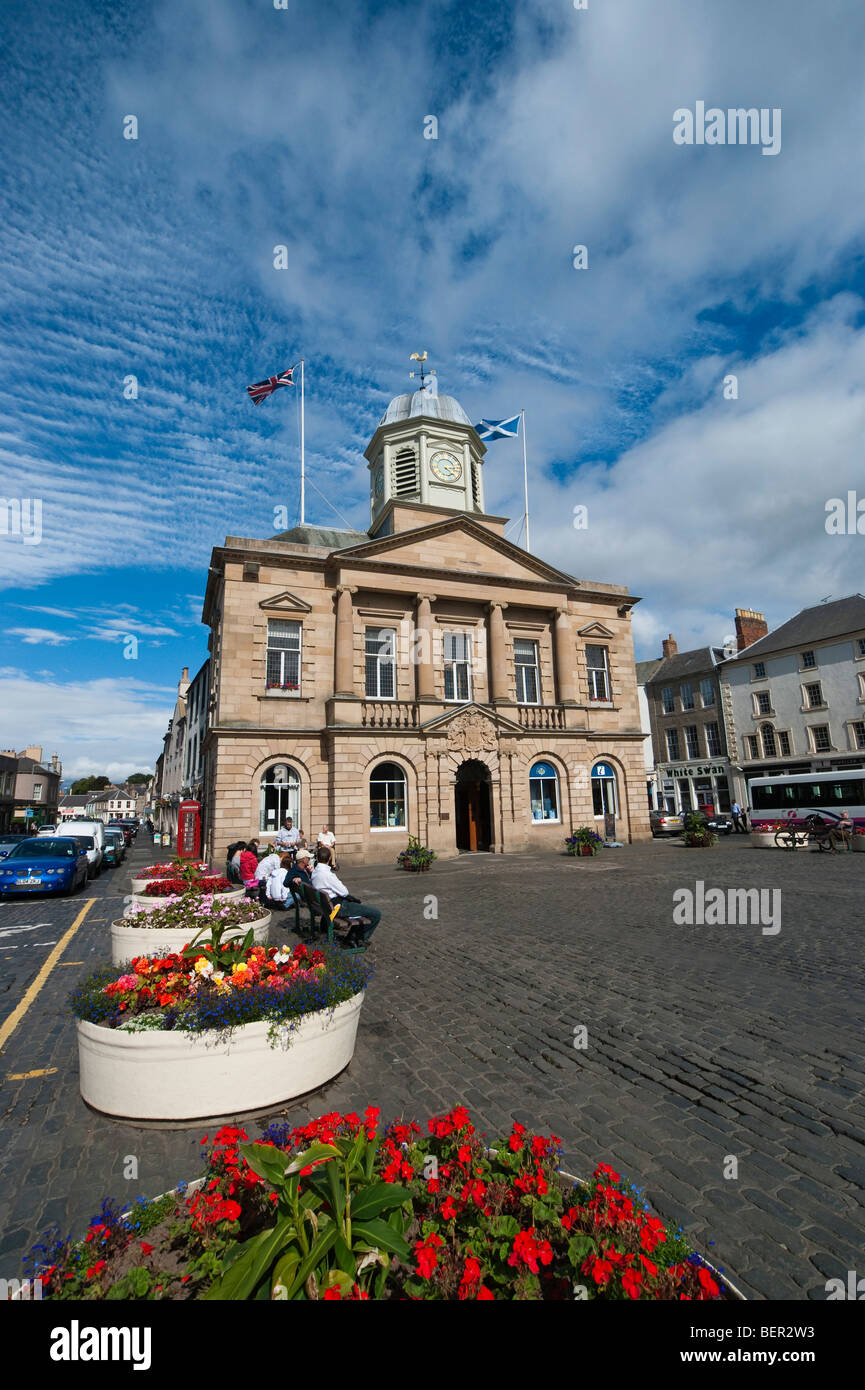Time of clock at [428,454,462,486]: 4:14
